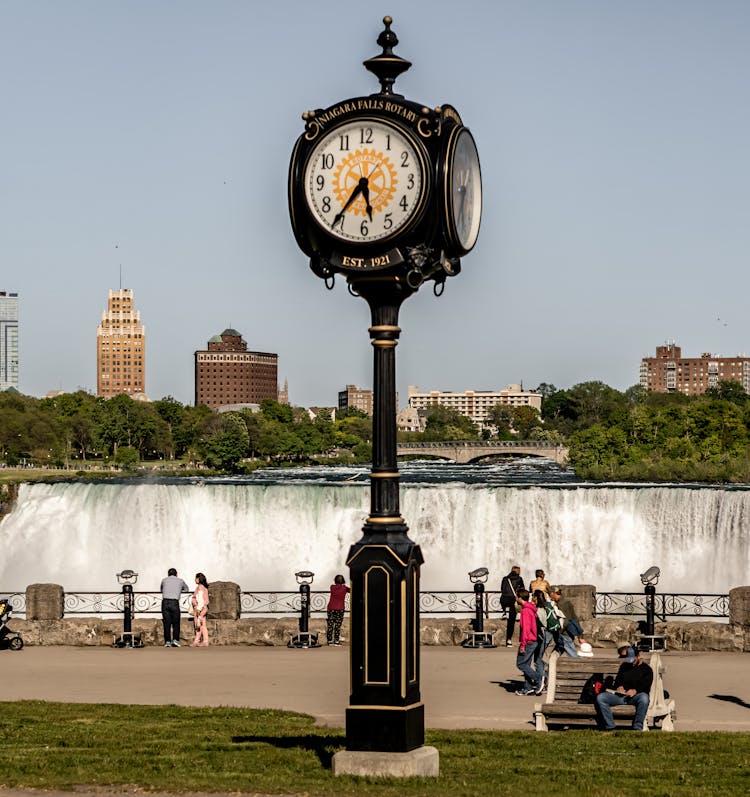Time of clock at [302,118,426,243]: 5:36
